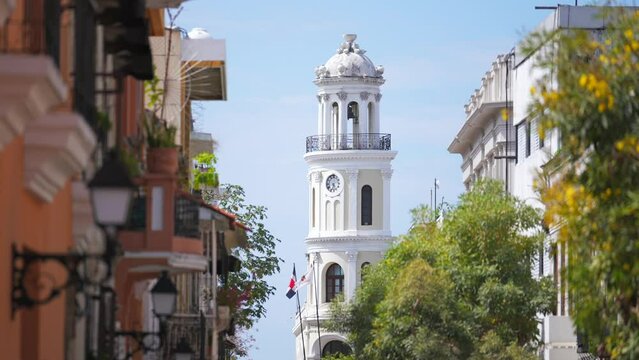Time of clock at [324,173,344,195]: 5:33
